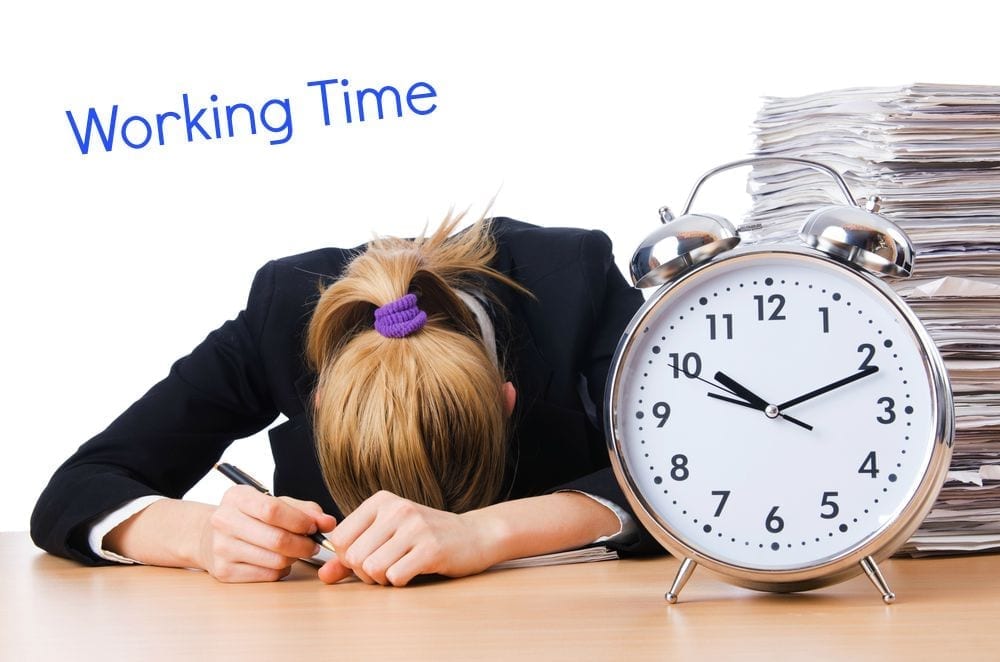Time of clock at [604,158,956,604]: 10:11
